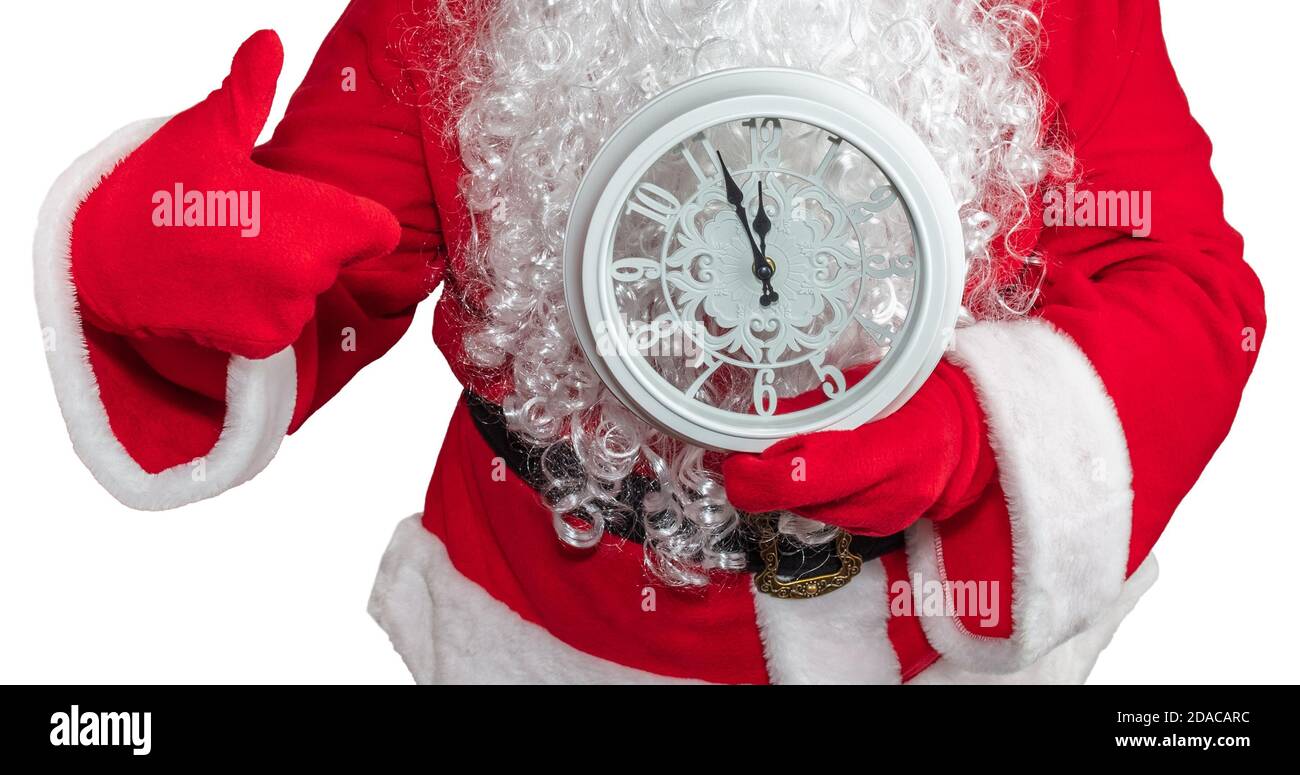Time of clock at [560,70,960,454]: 11:56
